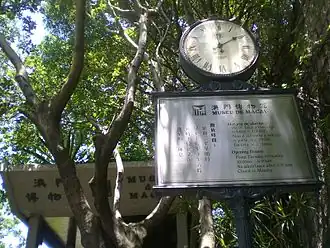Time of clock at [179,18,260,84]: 2:00
